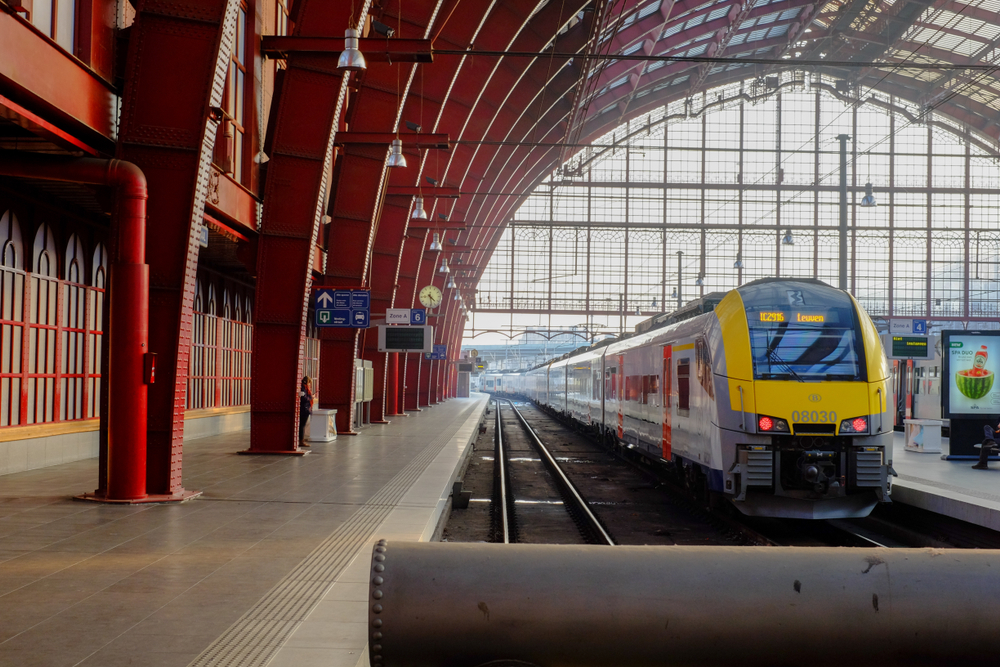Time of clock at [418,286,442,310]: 4:28
